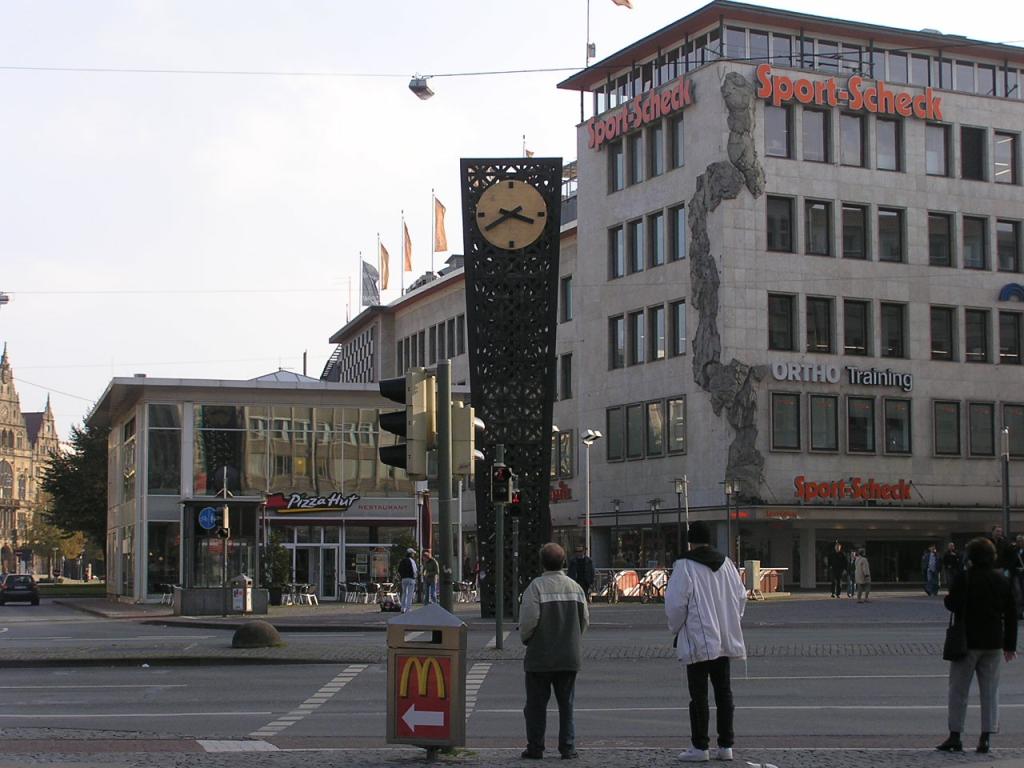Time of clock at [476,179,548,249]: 3:40
